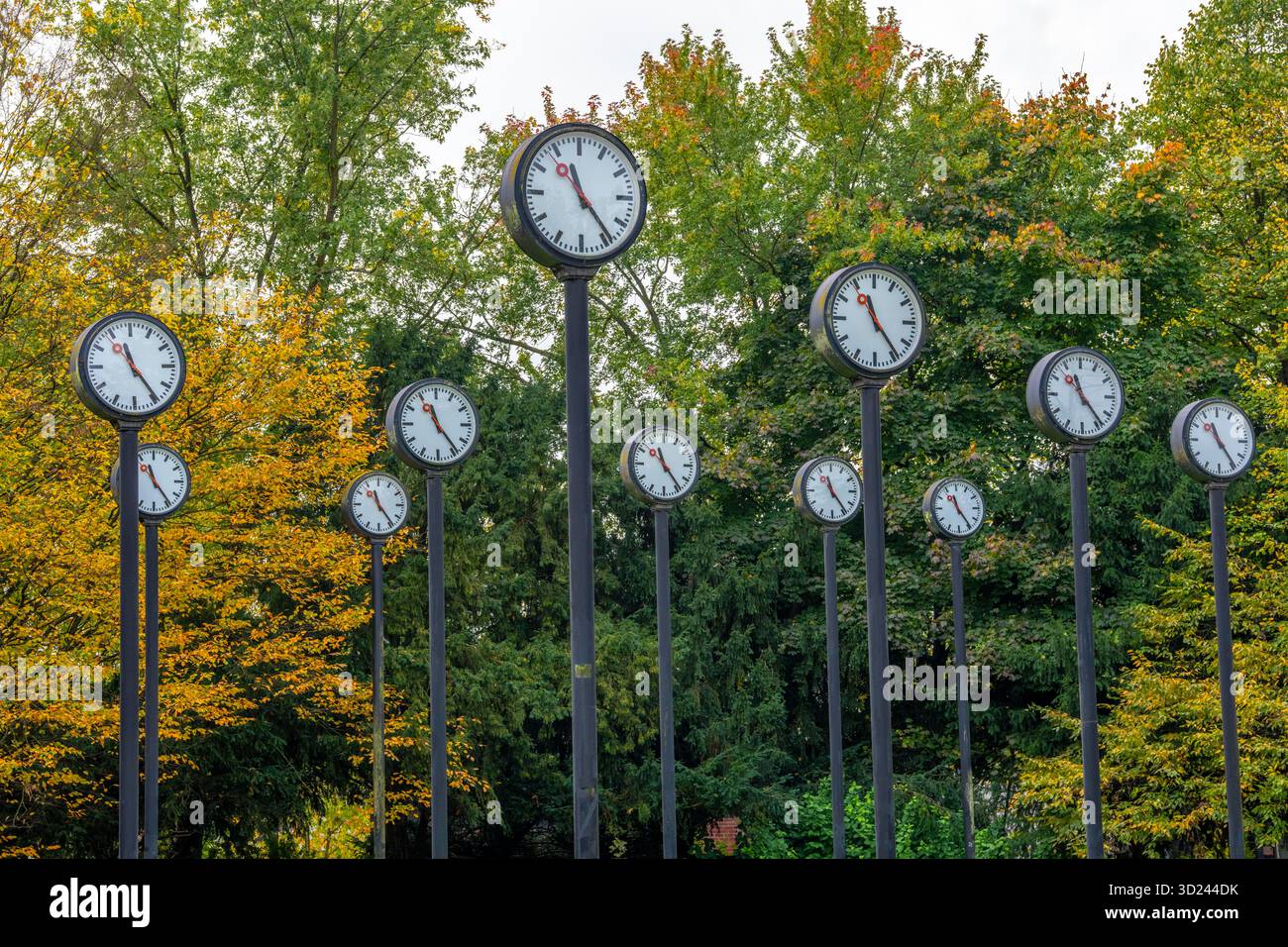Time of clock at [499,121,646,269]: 11:23
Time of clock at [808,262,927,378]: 11:23
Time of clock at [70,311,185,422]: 11:24
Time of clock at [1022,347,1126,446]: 11:23
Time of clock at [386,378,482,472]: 11:23
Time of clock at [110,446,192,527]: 11:23
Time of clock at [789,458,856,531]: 11:23
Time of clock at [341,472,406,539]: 11:23
